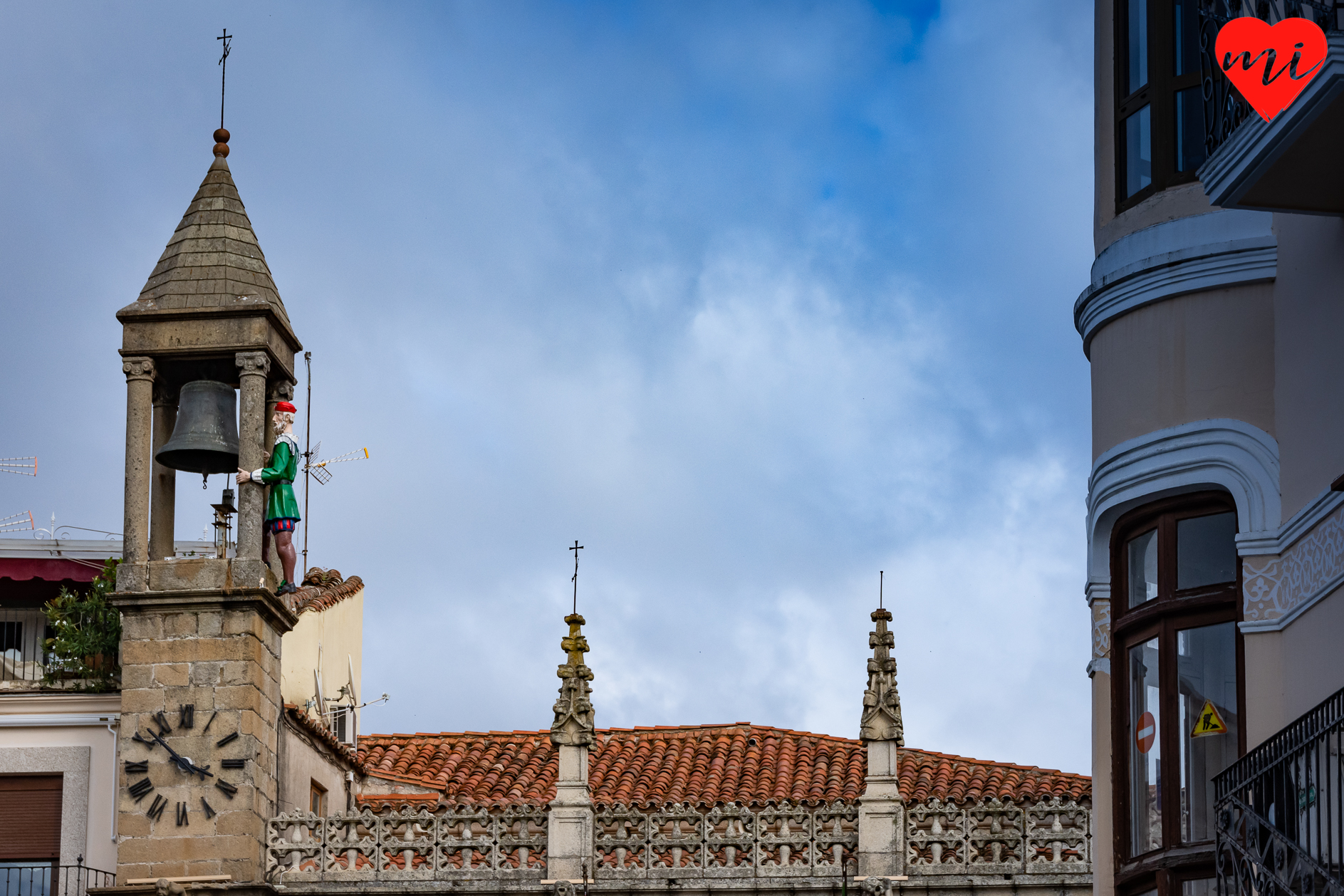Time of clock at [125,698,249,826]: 3:52
